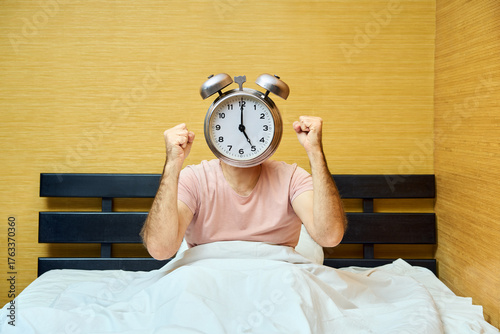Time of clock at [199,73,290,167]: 5:00
